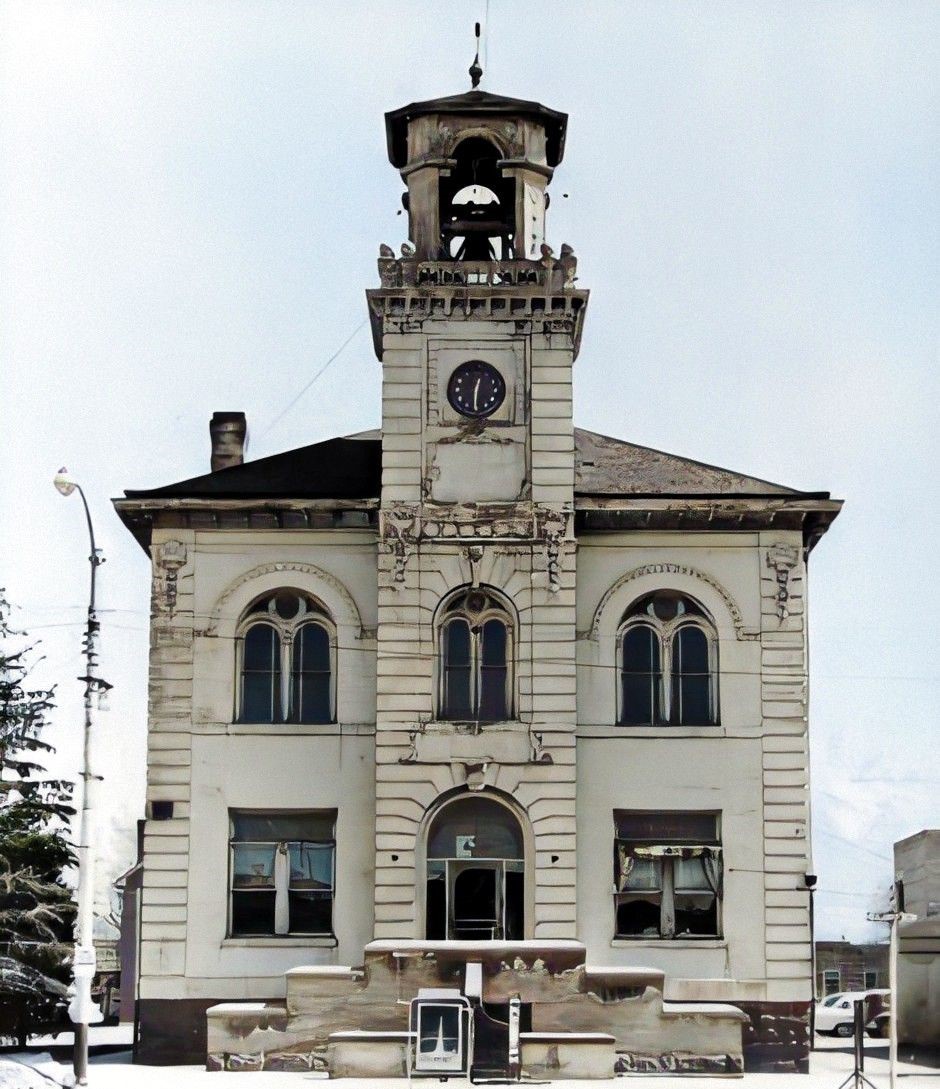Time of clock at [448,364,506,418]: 12:30
